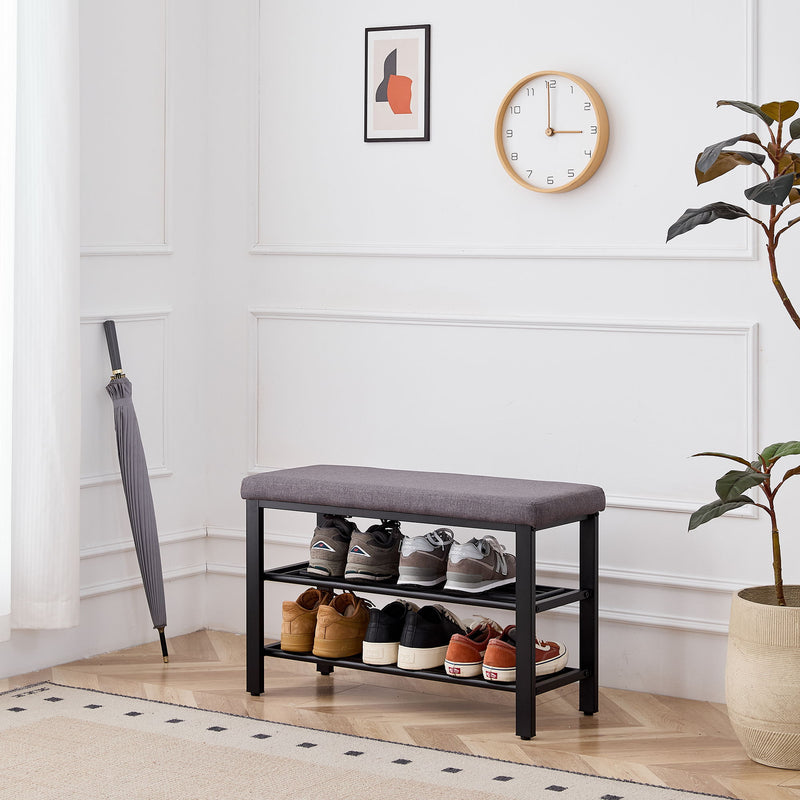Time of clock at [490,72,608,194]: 2:59
